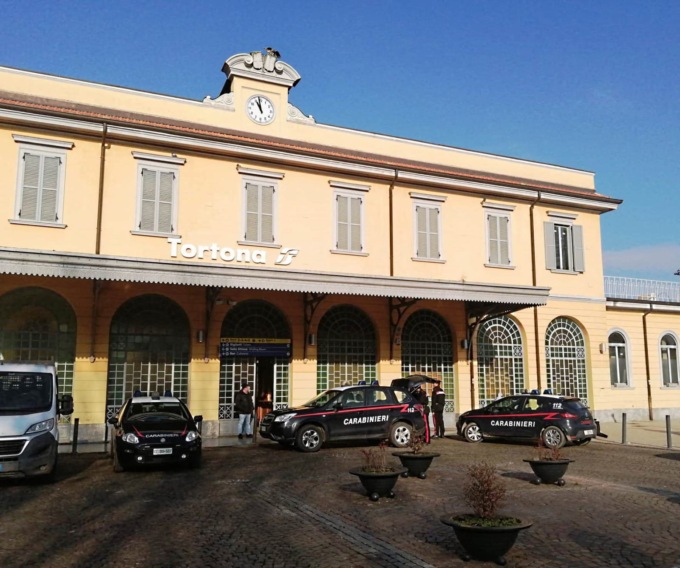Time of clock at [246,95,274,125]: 10:58
